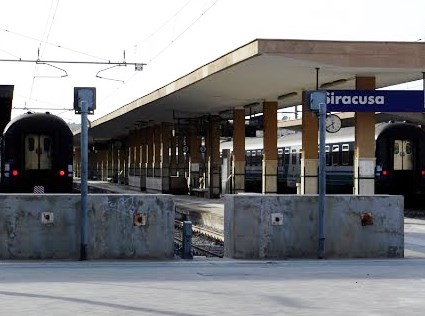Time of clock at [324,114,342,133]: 5:38
